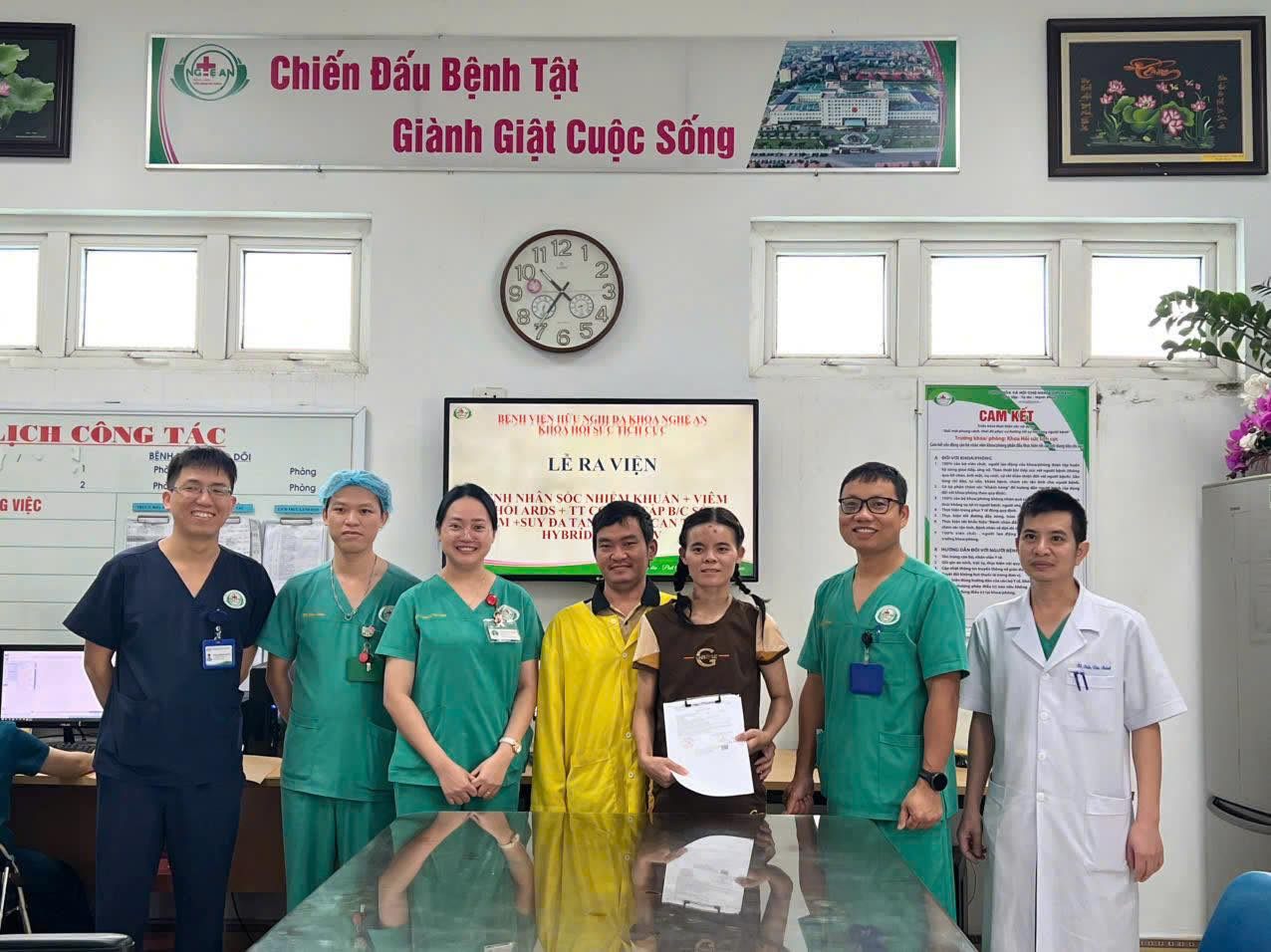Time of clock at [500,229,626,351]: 10:36
